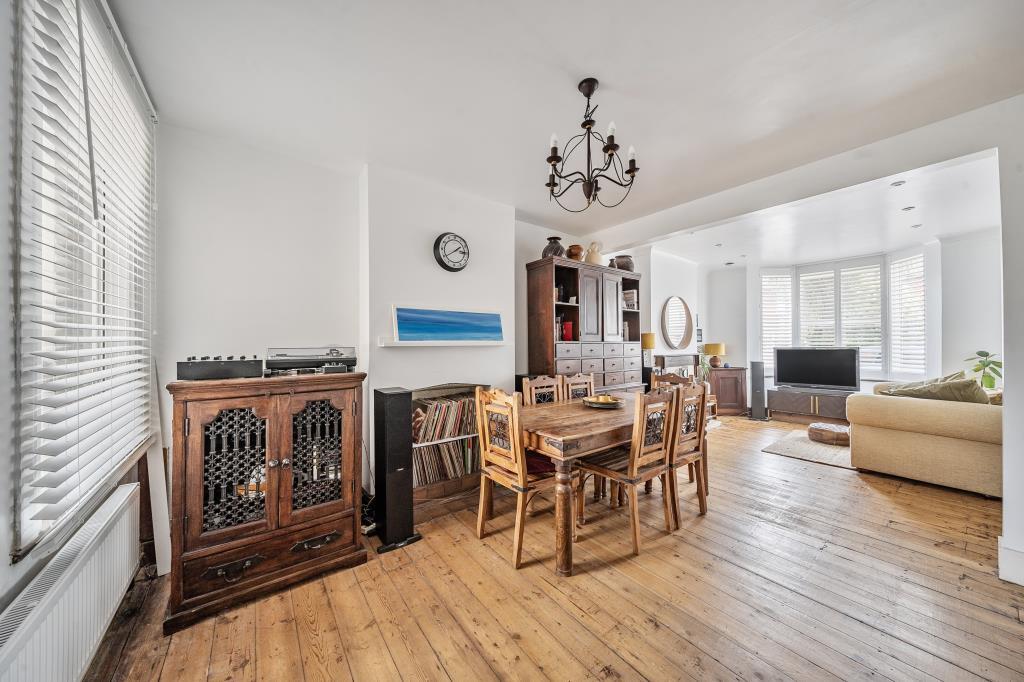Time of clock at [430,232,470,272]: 1:39
